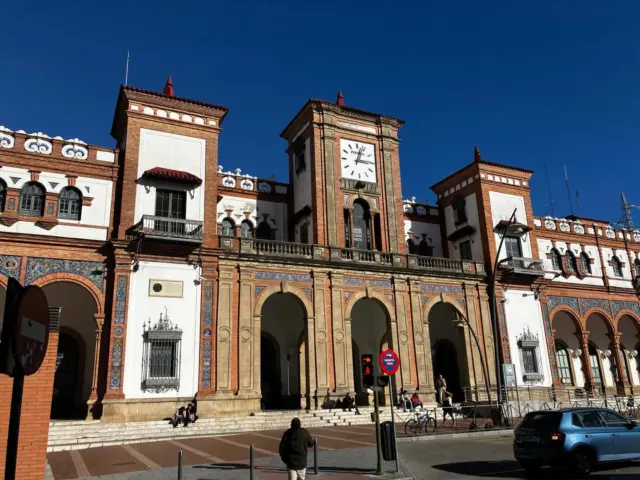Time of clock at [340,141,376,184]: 3:02
